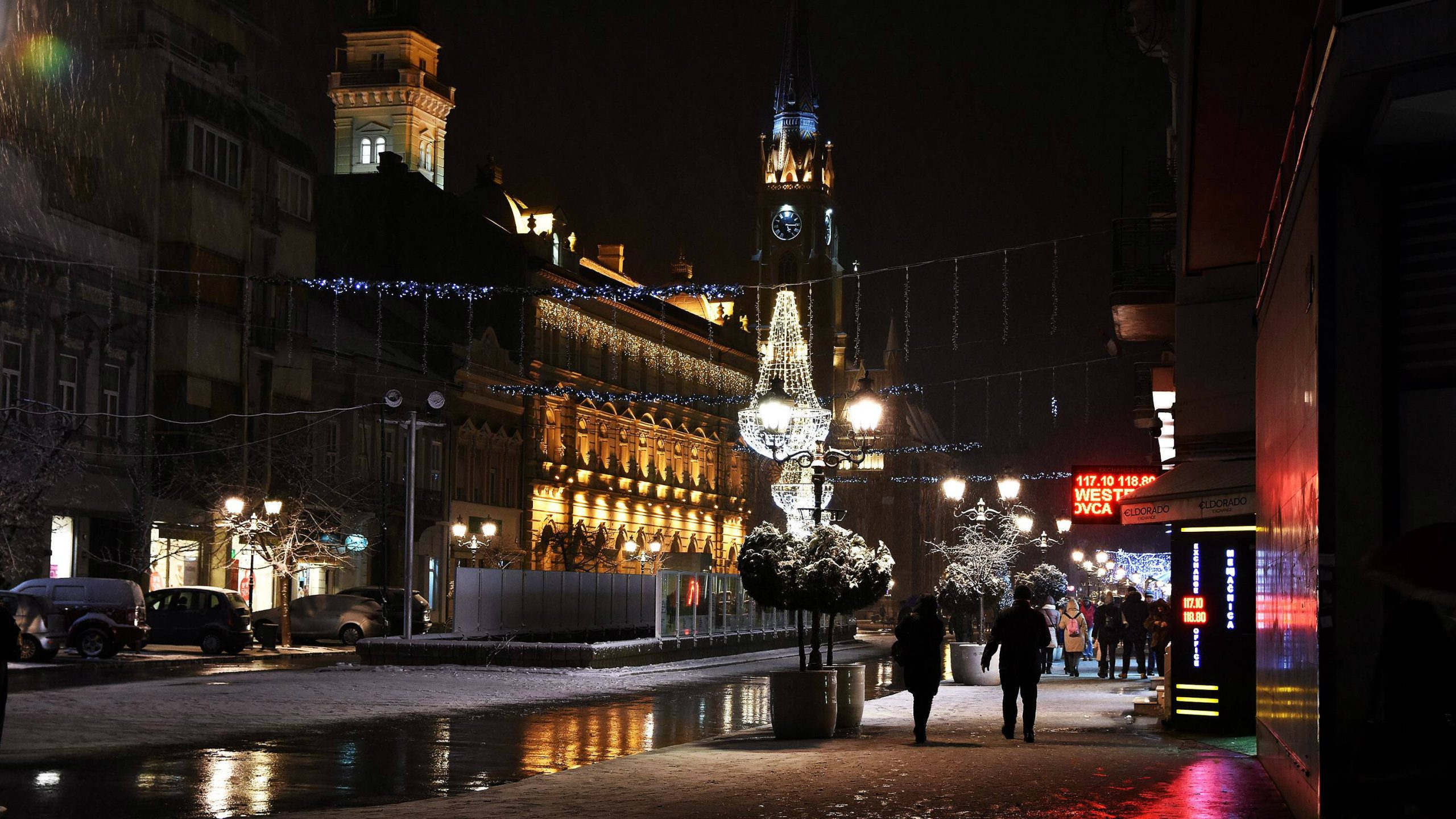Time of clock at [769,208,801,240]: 5:15
